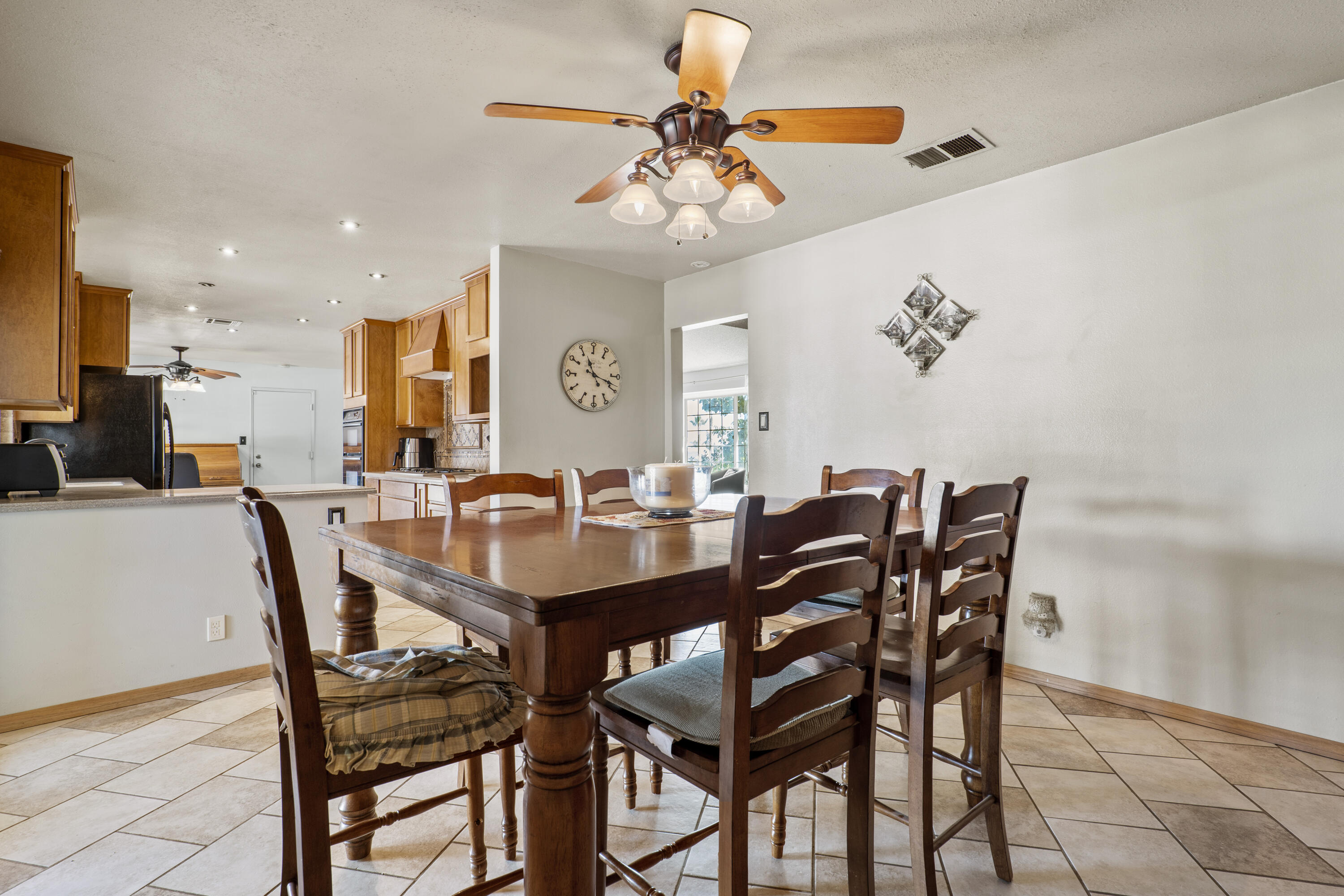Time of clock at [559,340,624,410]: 11:18
